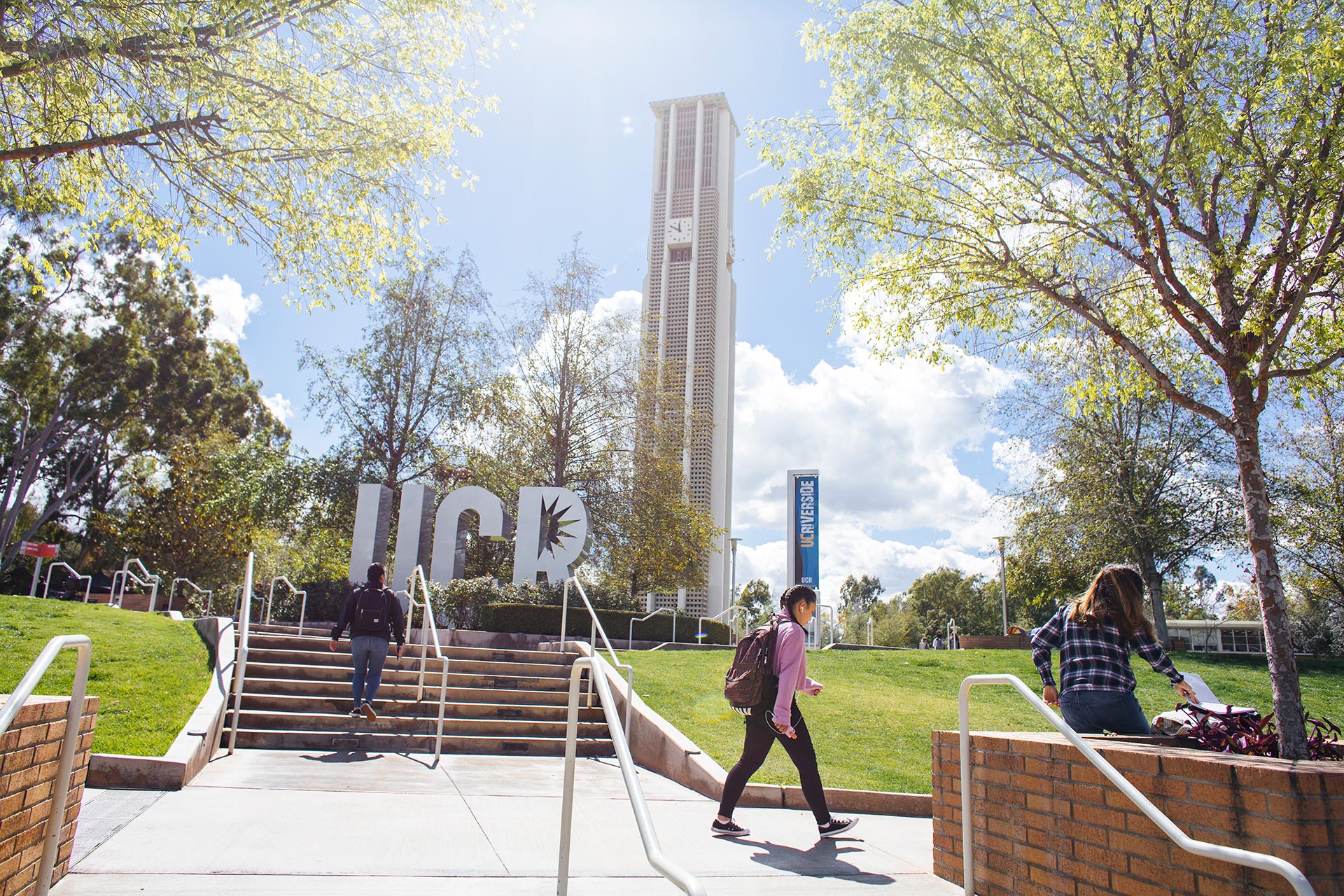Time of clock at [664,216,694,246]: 11:49
